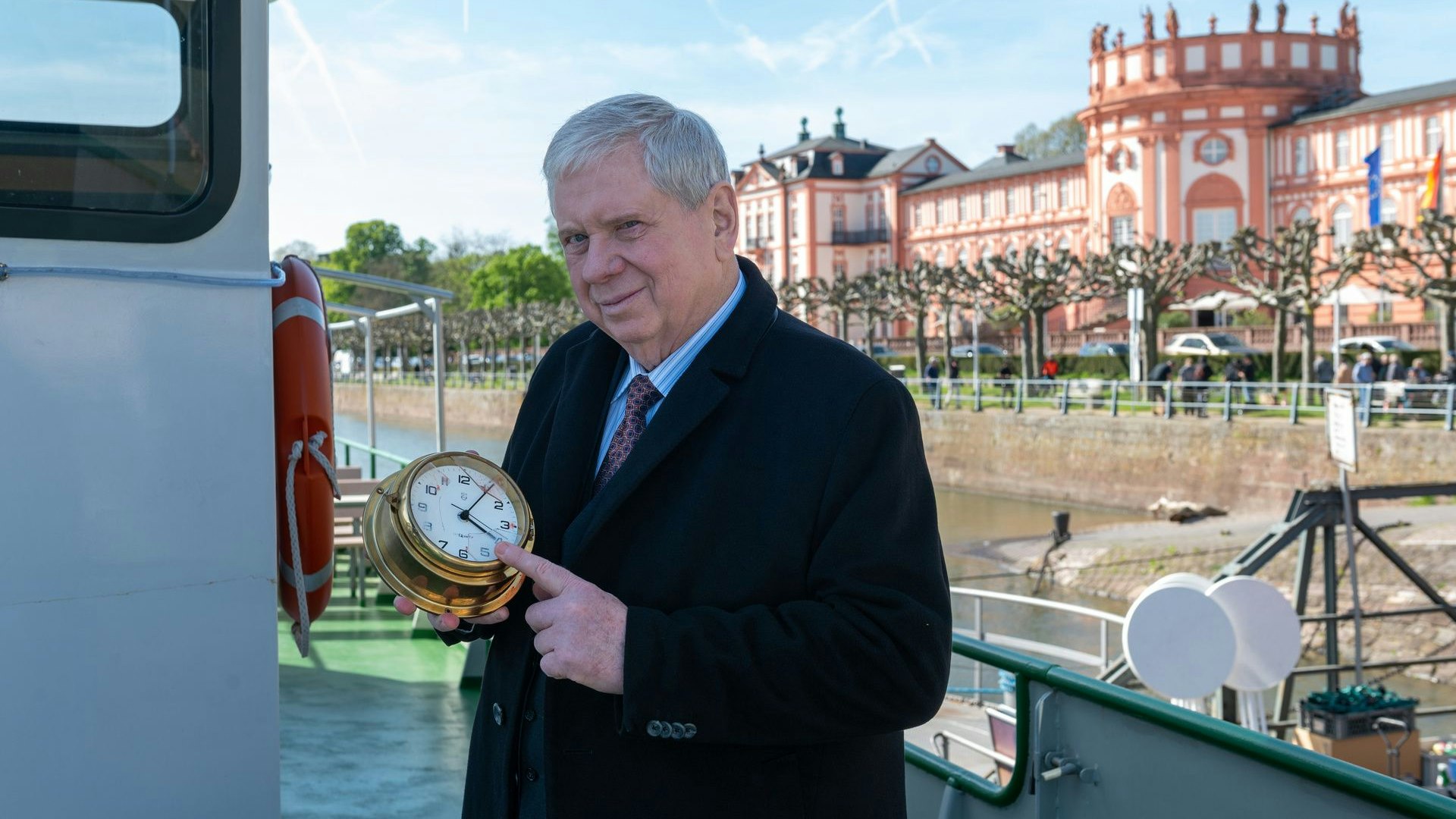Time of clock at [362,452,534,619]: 4:05
